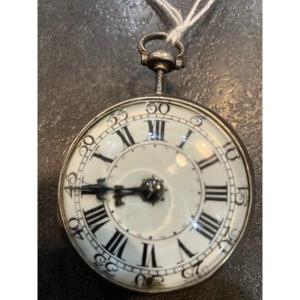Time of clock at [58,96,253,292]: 8:44
